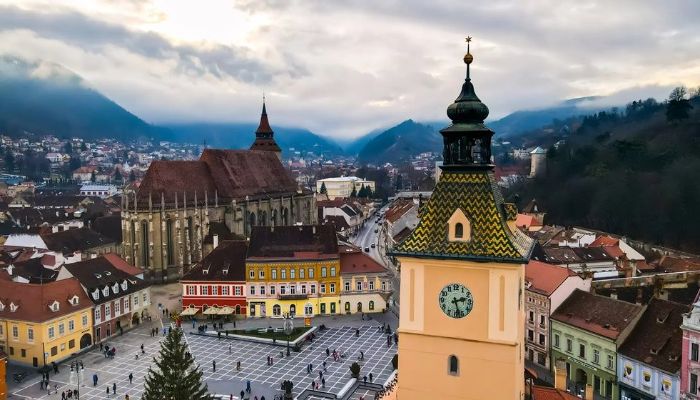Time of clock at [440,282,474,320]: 2:27
